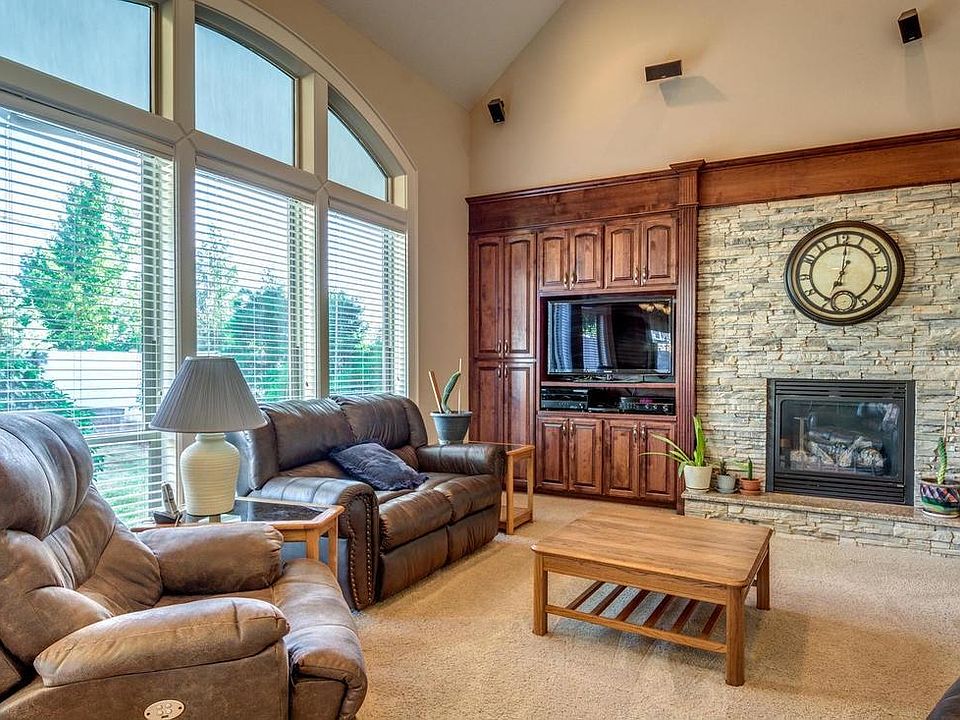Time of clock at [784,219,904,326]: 7:01
